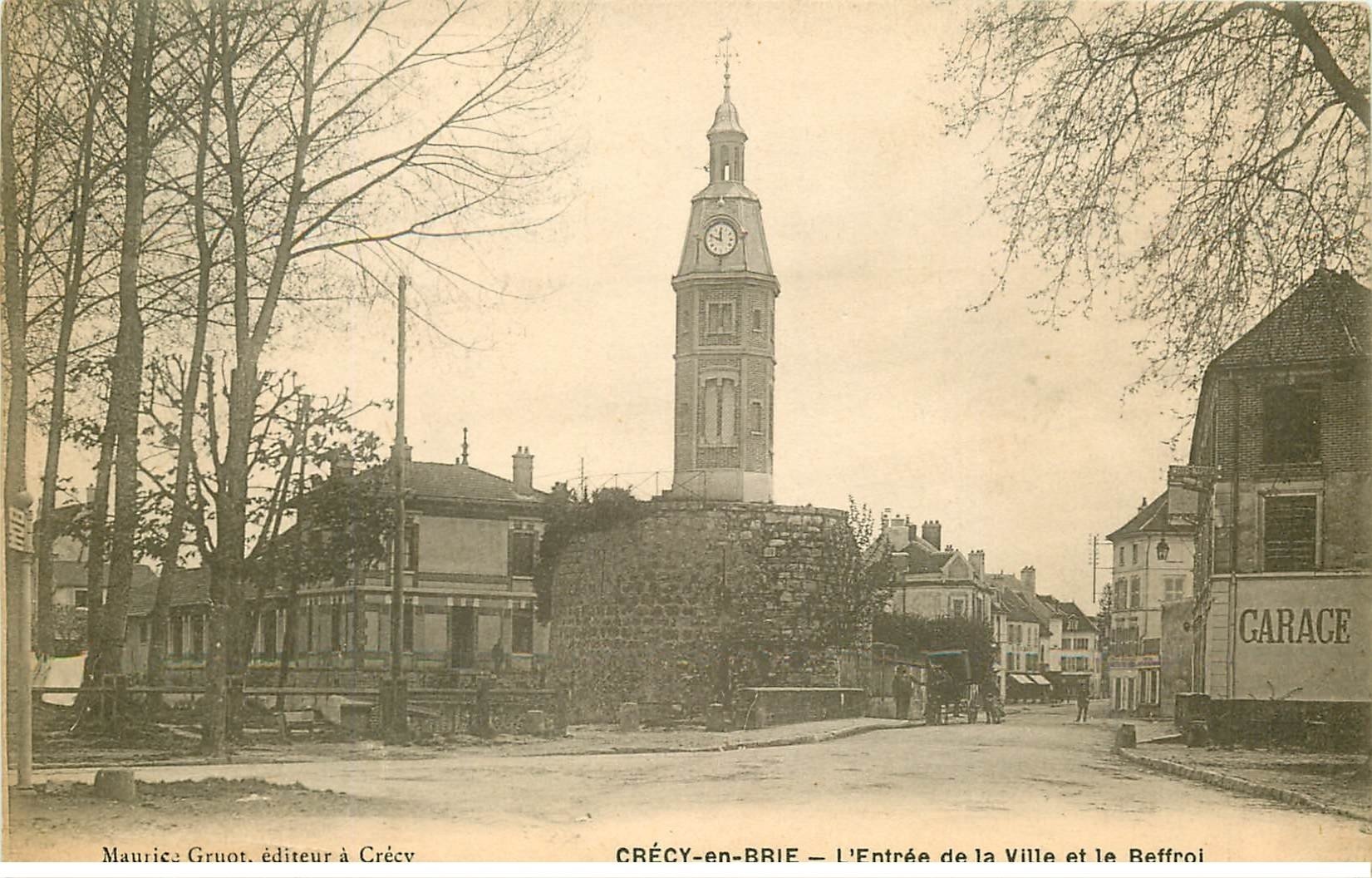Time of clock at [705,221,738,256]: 11:48
